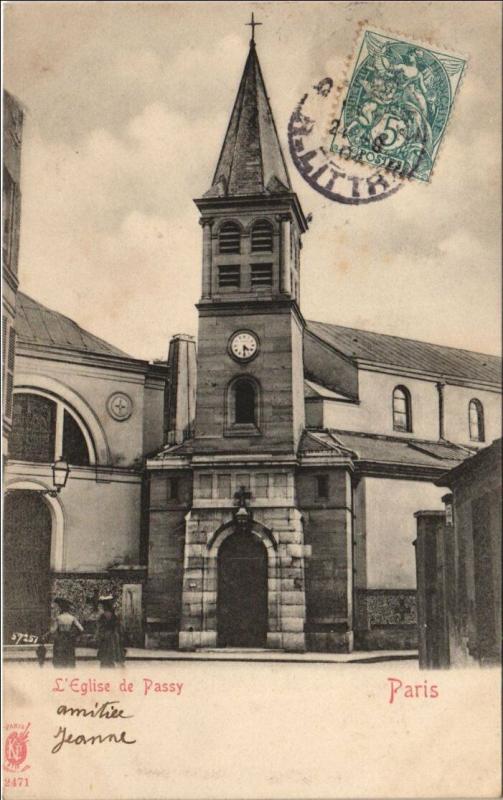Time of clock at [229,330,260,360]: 4:29
